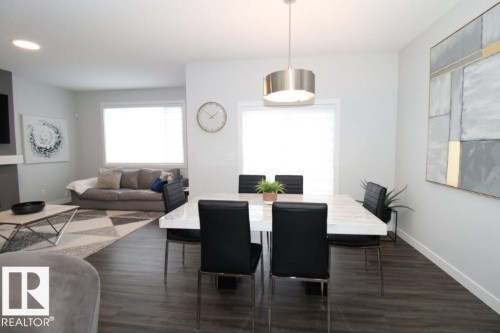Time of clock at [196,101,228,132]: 1:52
